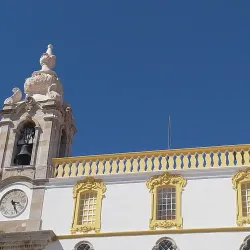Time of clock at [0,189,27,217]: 3:26
